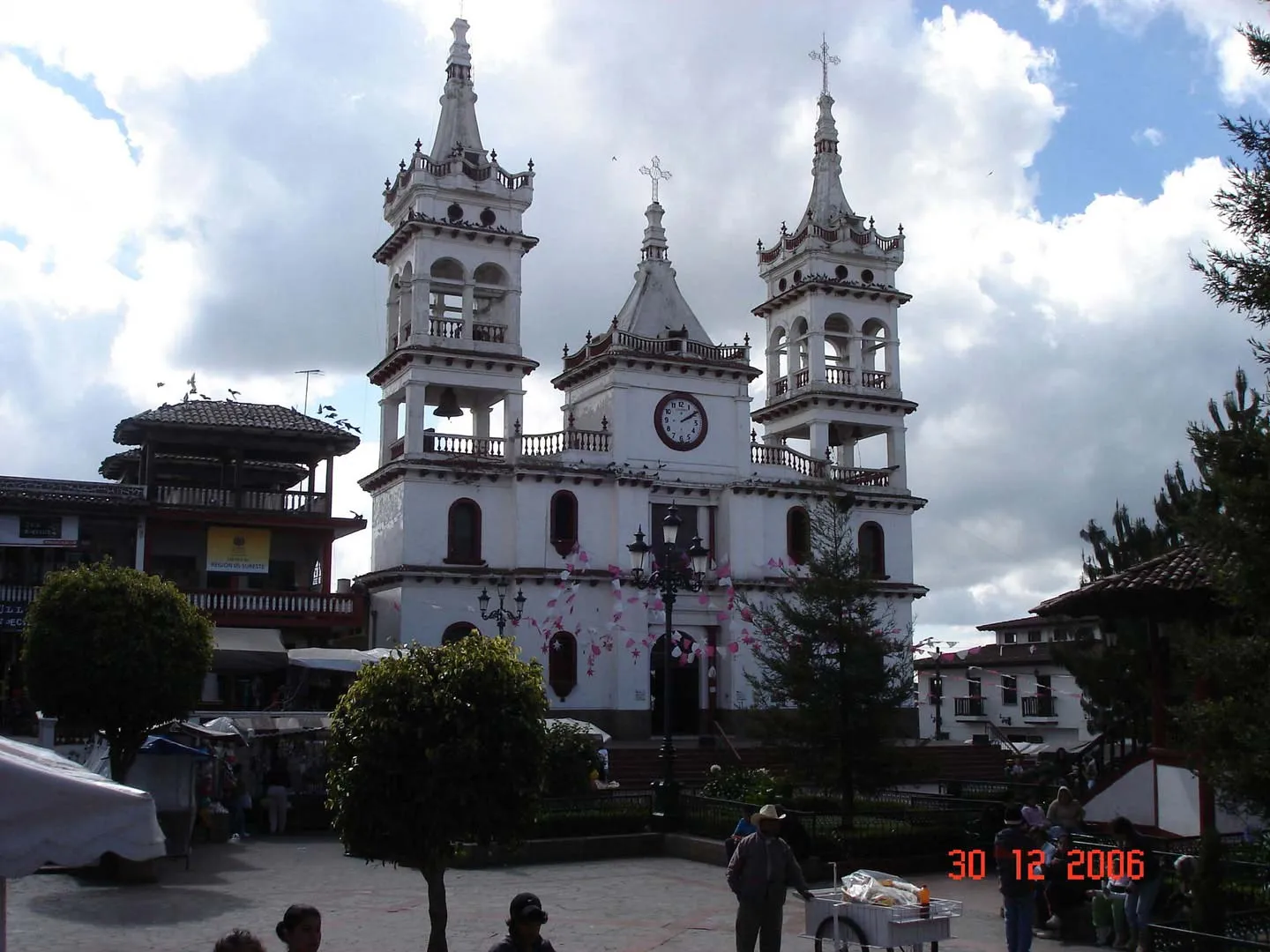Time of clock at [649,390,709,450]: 2:09
